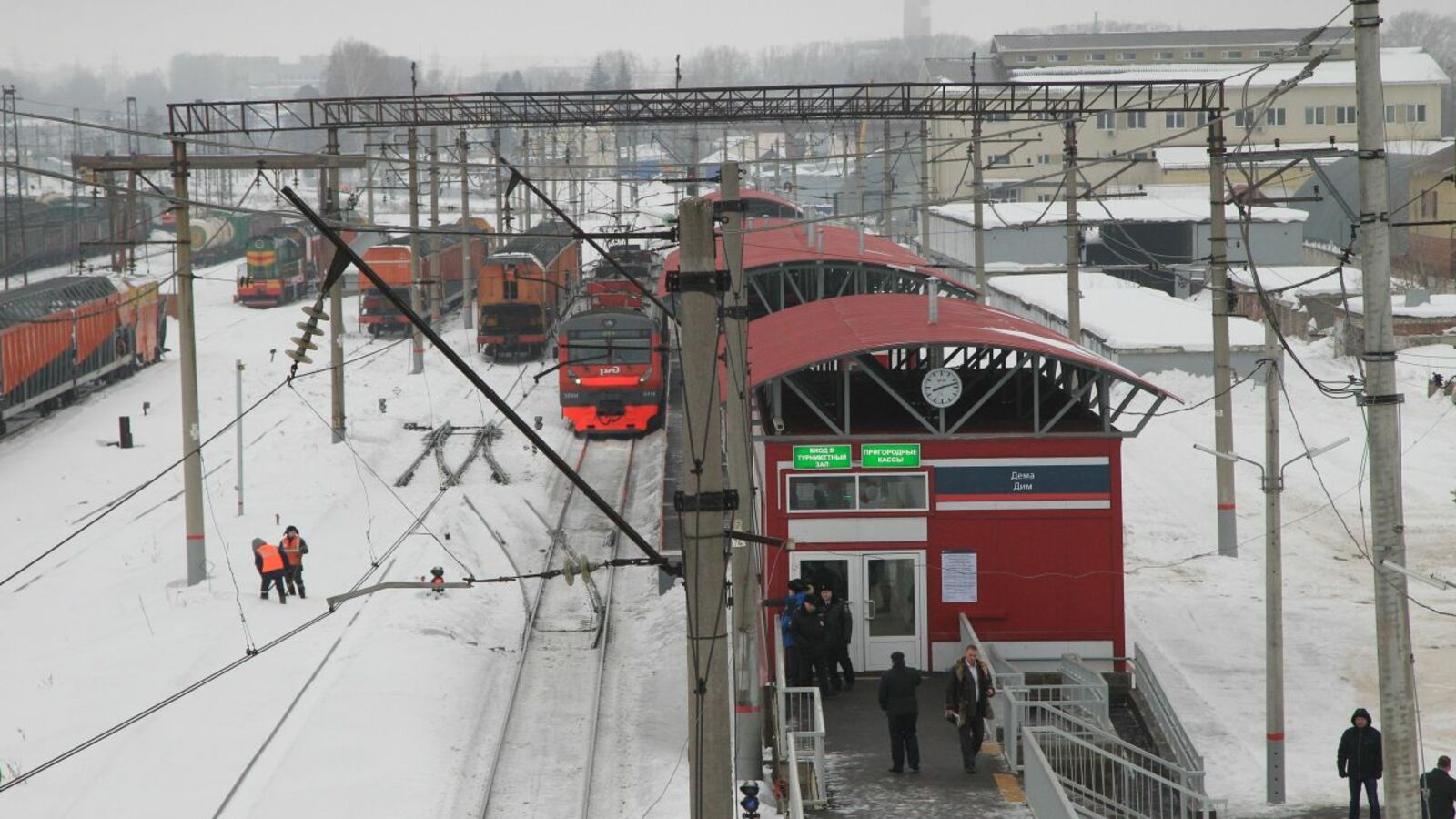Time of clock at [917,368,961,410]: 8:12
